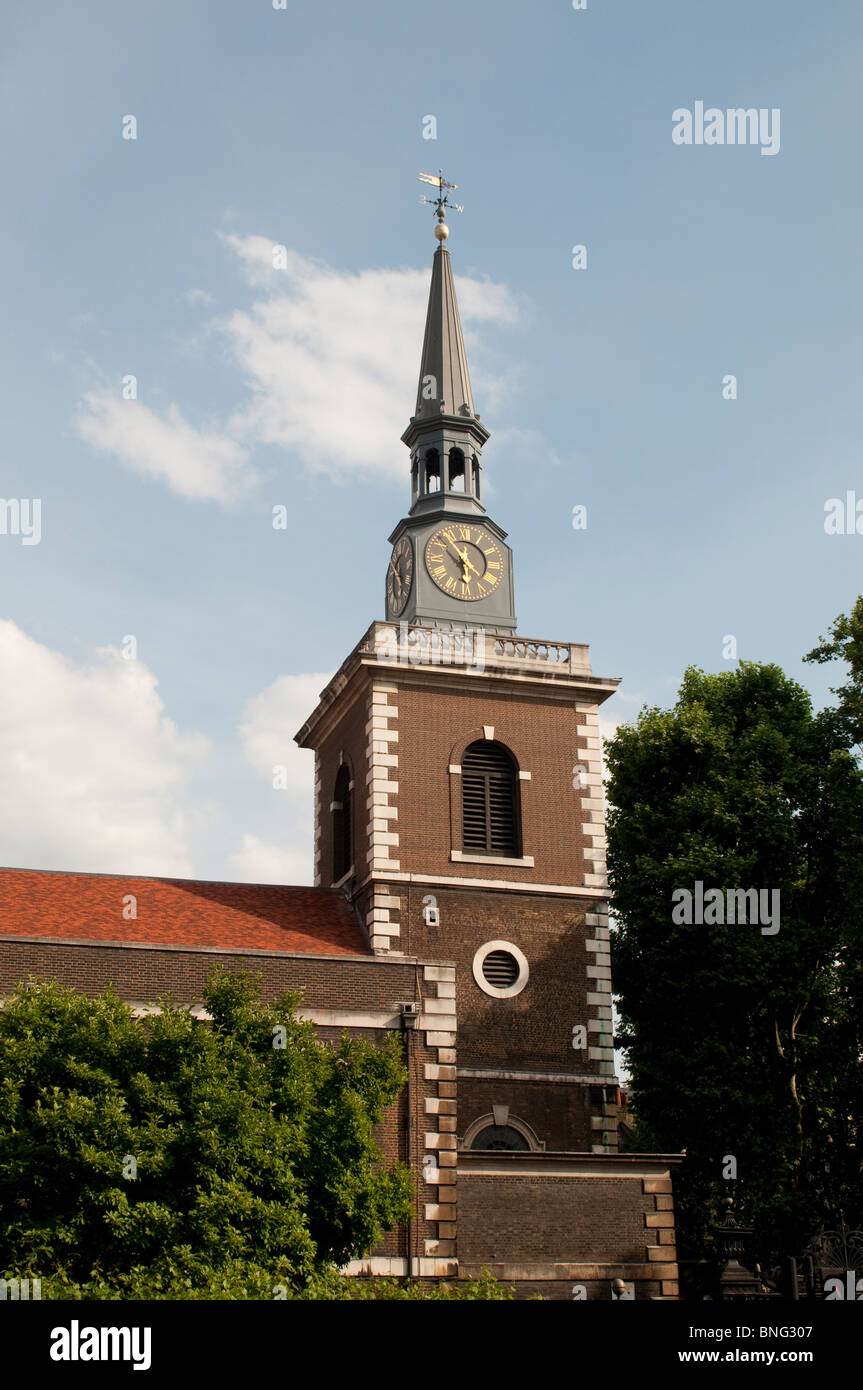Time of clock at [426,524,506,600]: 5:53
